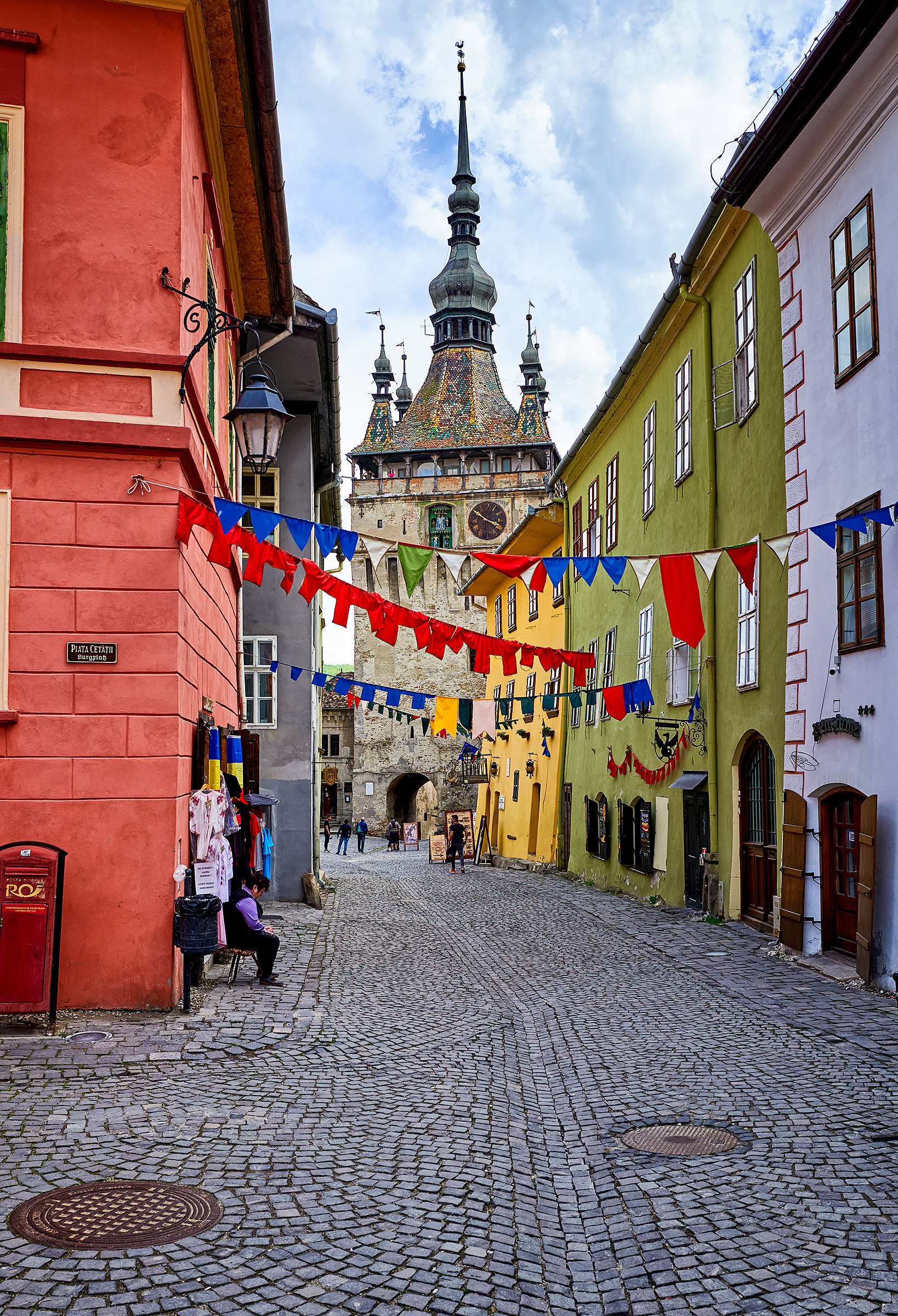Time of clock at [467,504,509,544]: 3:50
